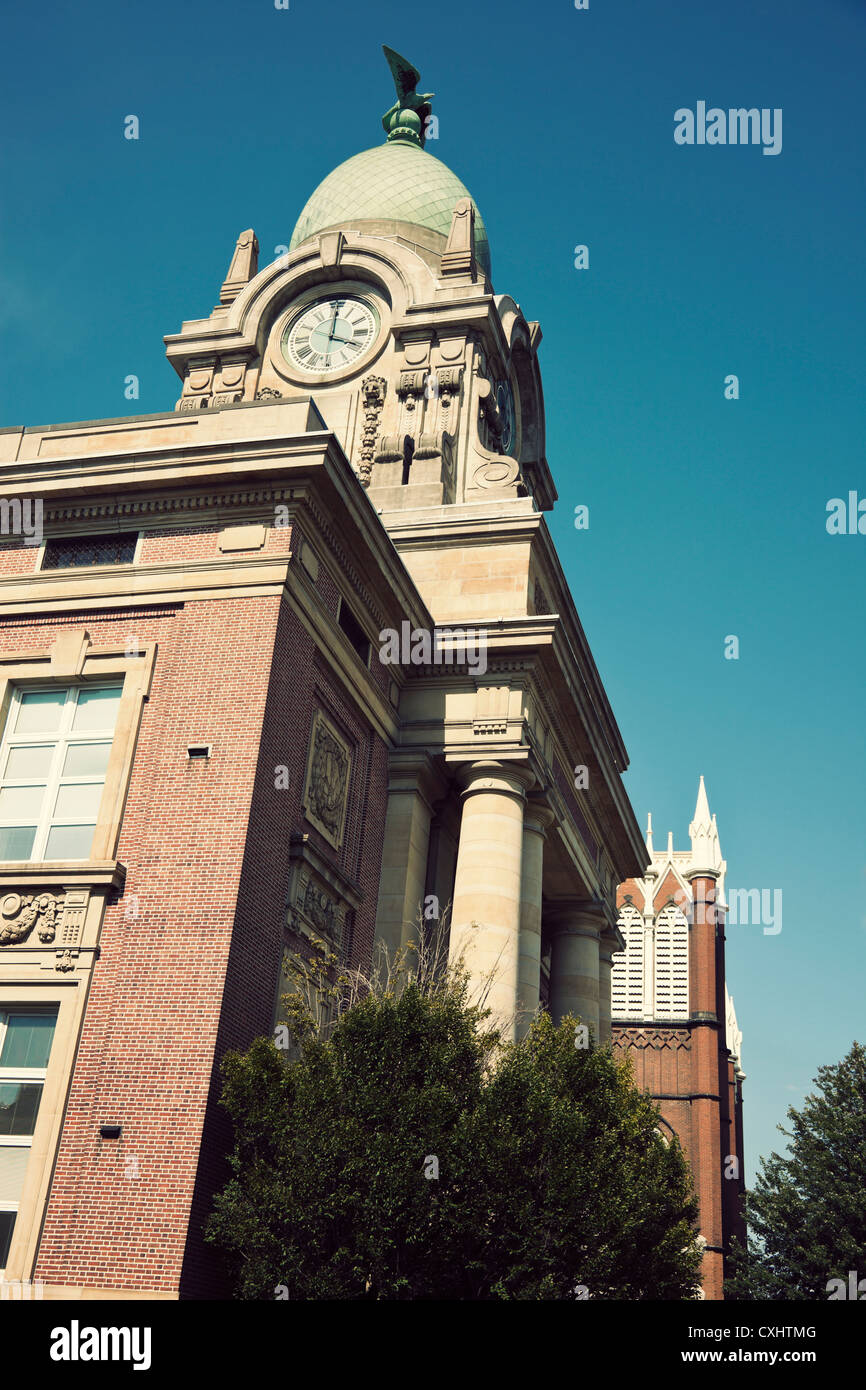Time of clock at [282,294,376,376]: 4:00
